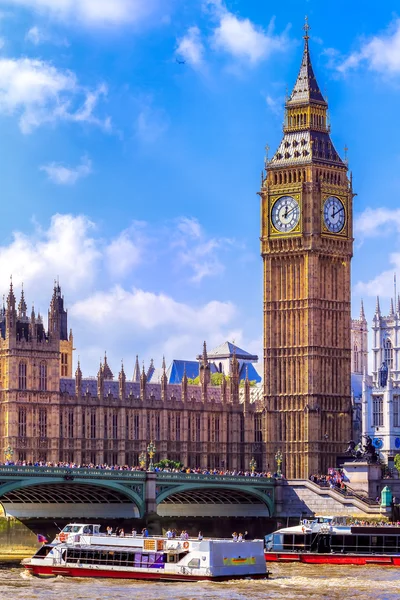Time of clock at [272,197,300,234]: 12:10
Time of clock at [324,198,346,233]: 12:10
